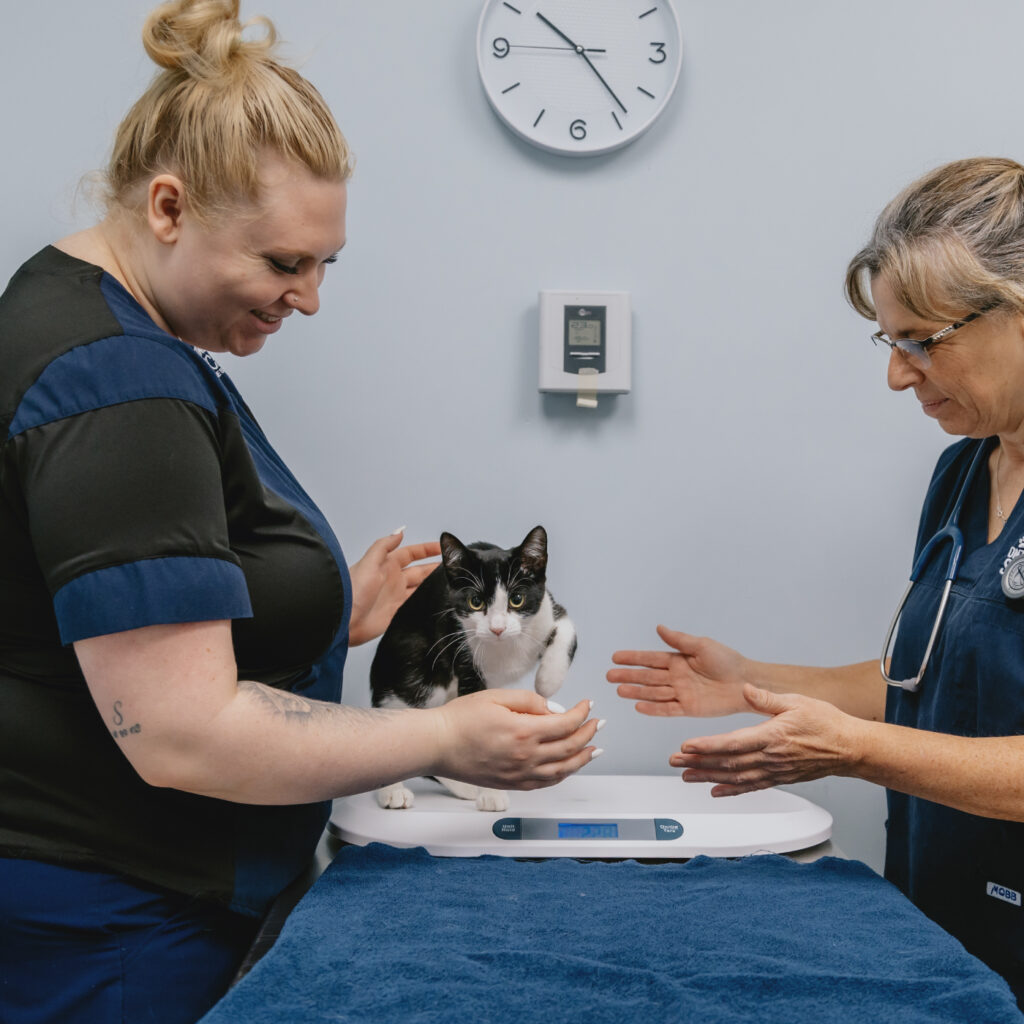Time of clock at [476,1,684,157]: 10:23
